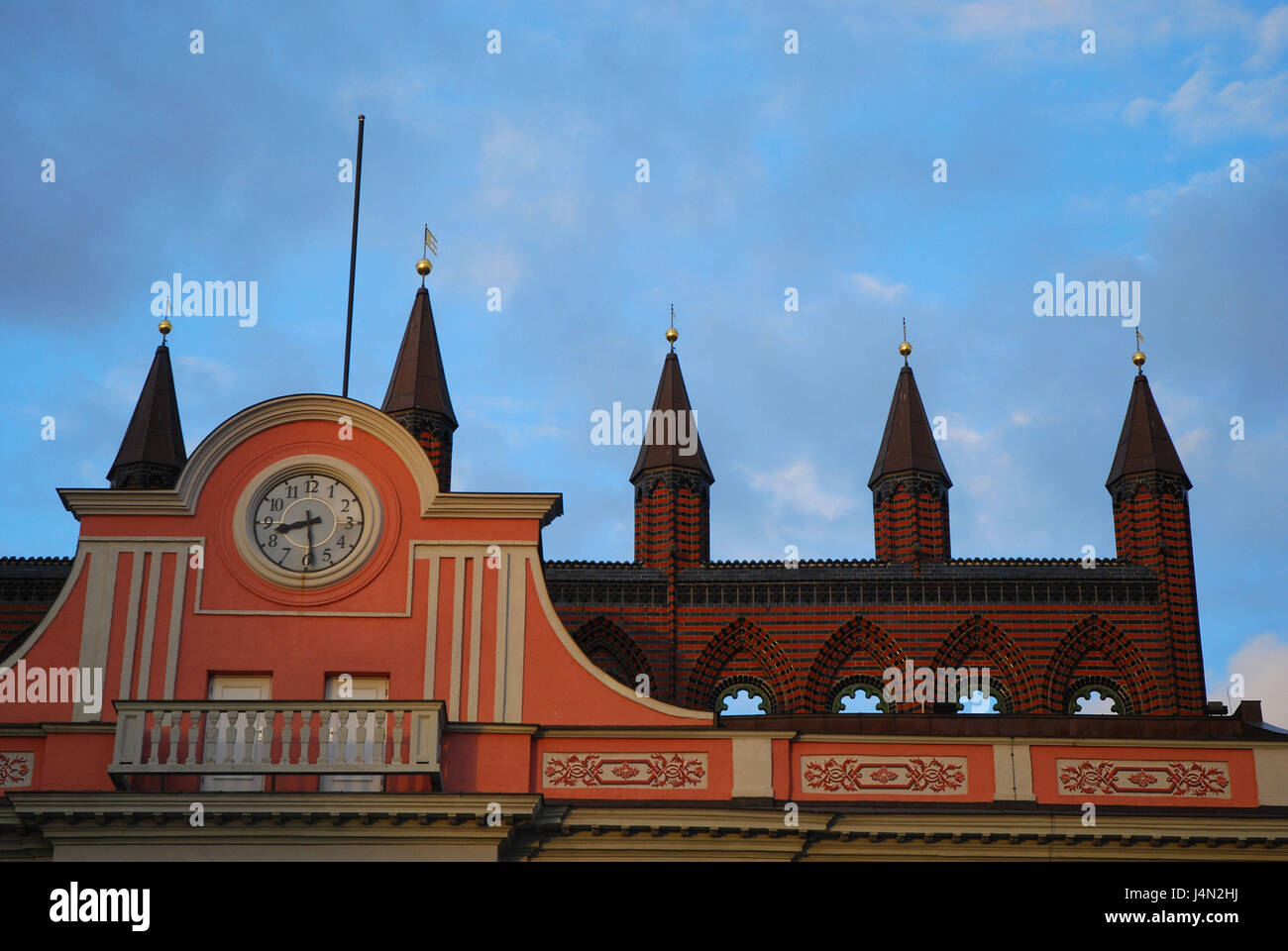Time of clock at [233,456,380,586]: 8:28
